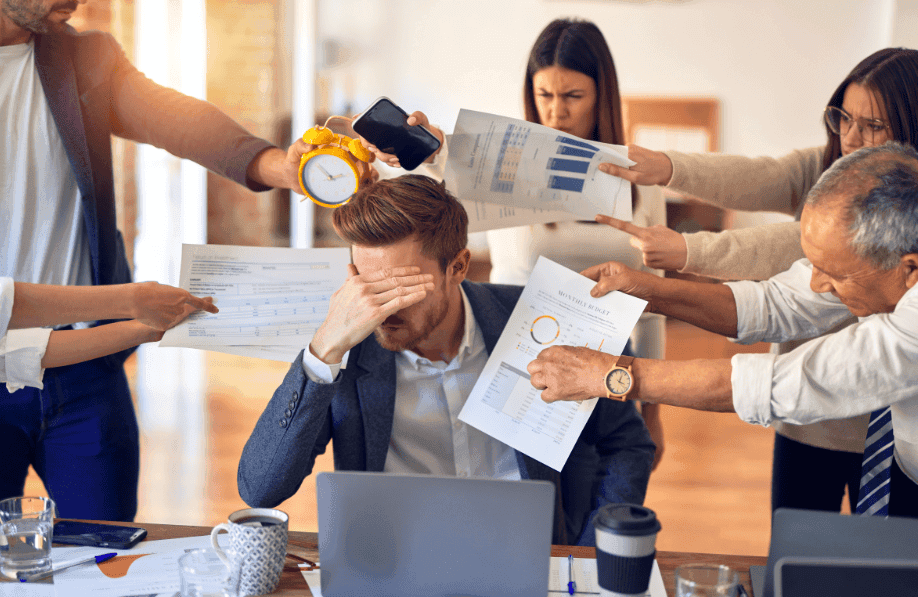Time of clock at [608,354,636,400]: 4:02
